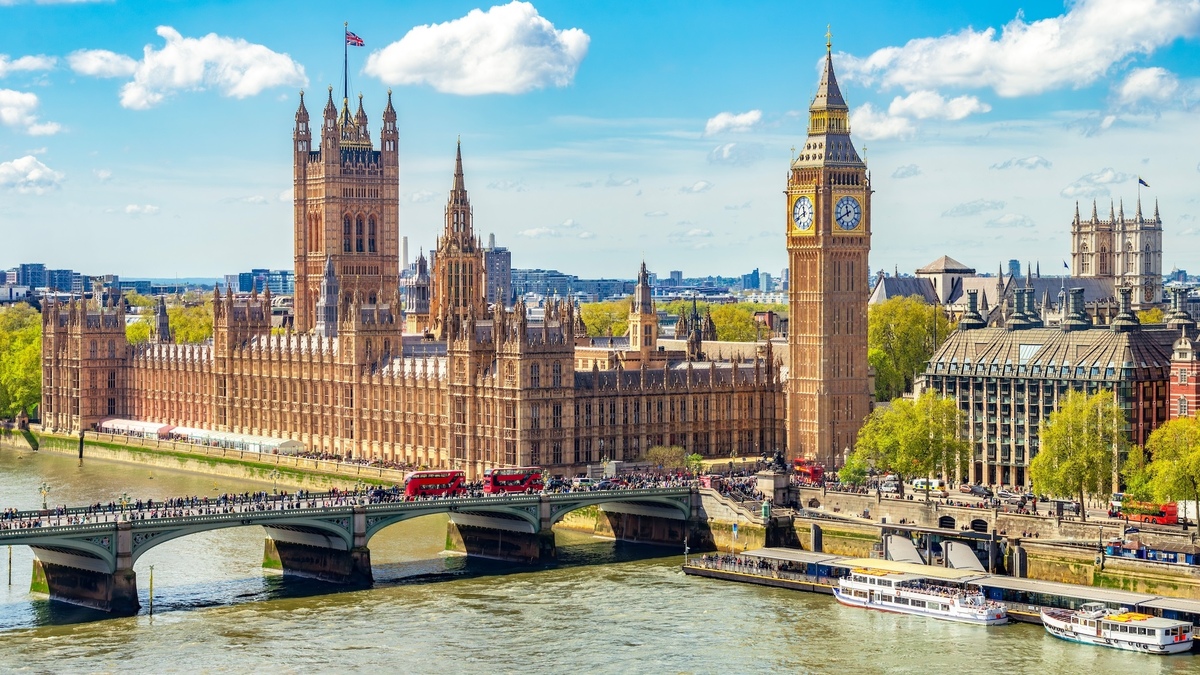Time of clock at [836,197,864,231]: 11:40
